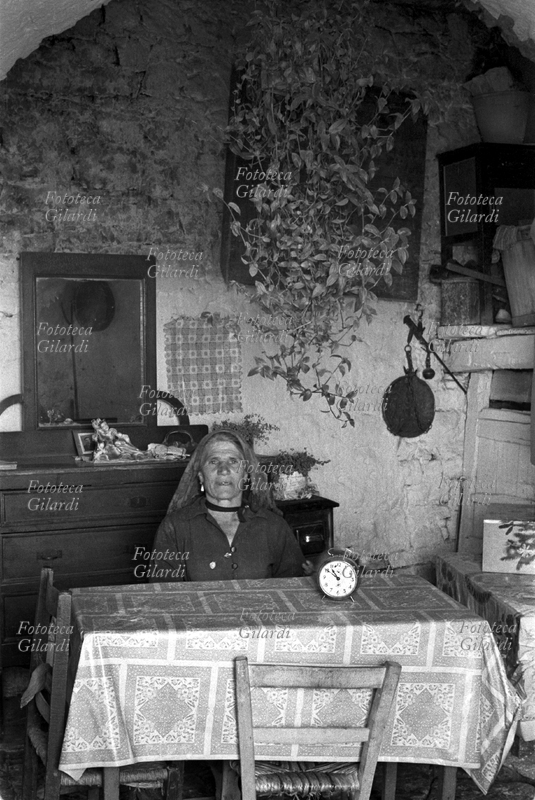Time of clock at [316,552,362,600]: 10:50
